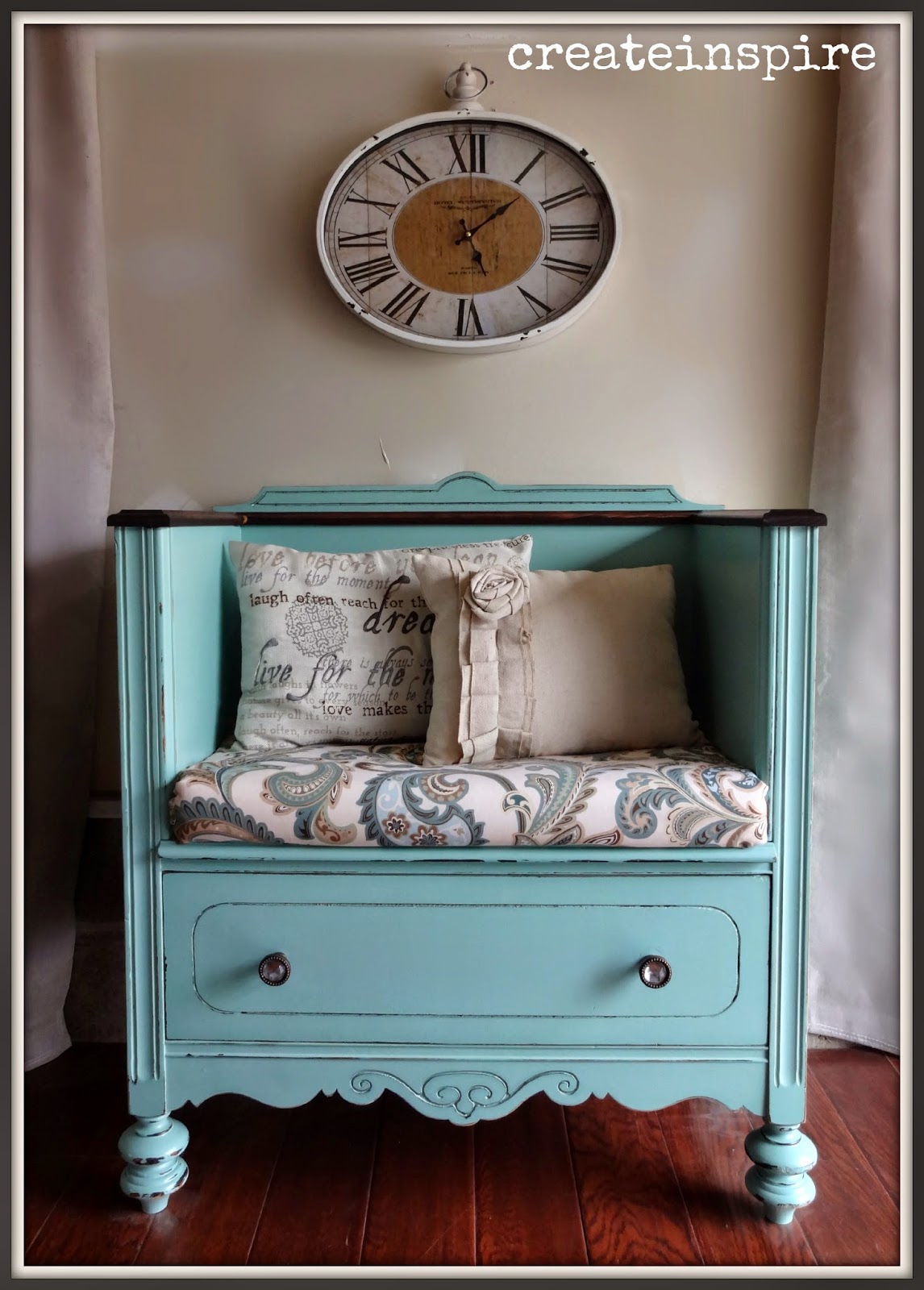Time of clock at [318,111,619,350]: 1:26
